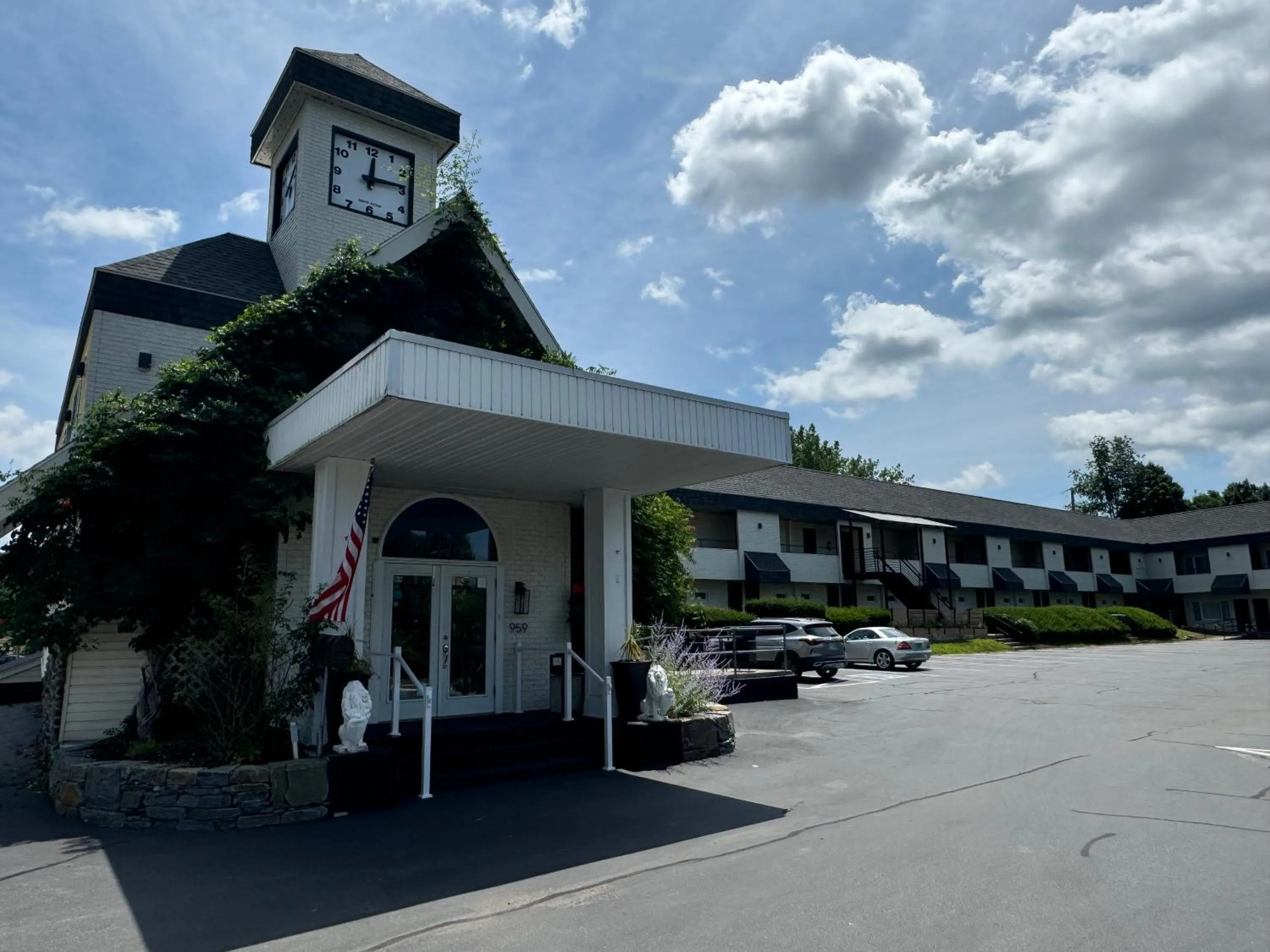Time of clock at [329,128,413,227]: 12:14
